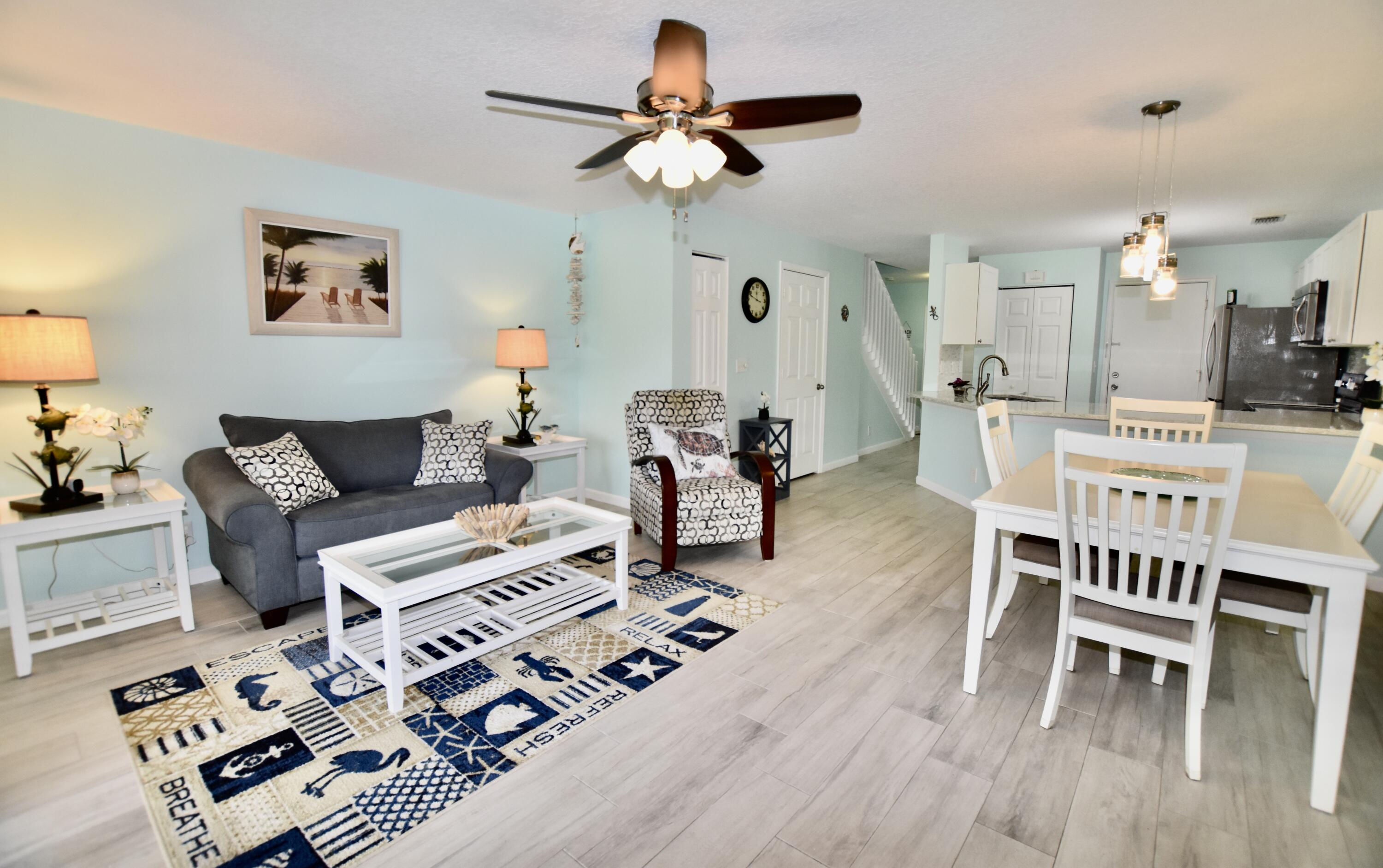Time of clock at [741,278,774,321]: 11:48
